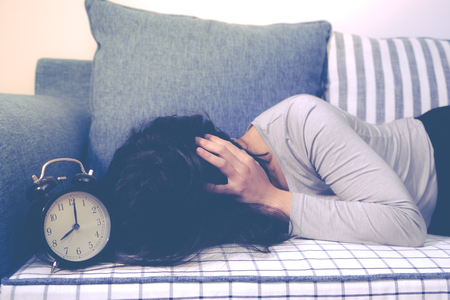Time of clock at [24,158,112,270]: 8:01
